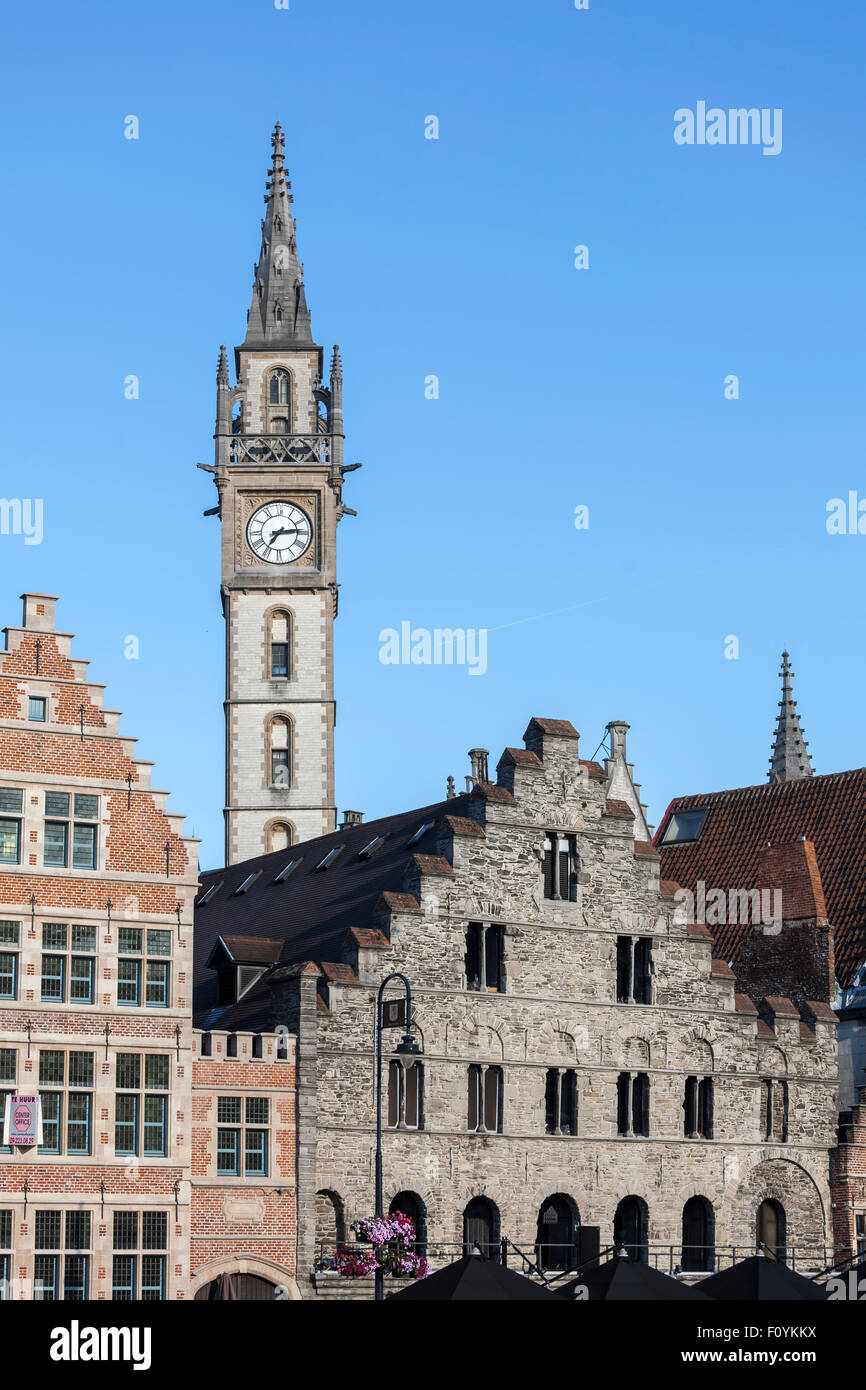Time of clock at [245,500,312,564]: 7:13
